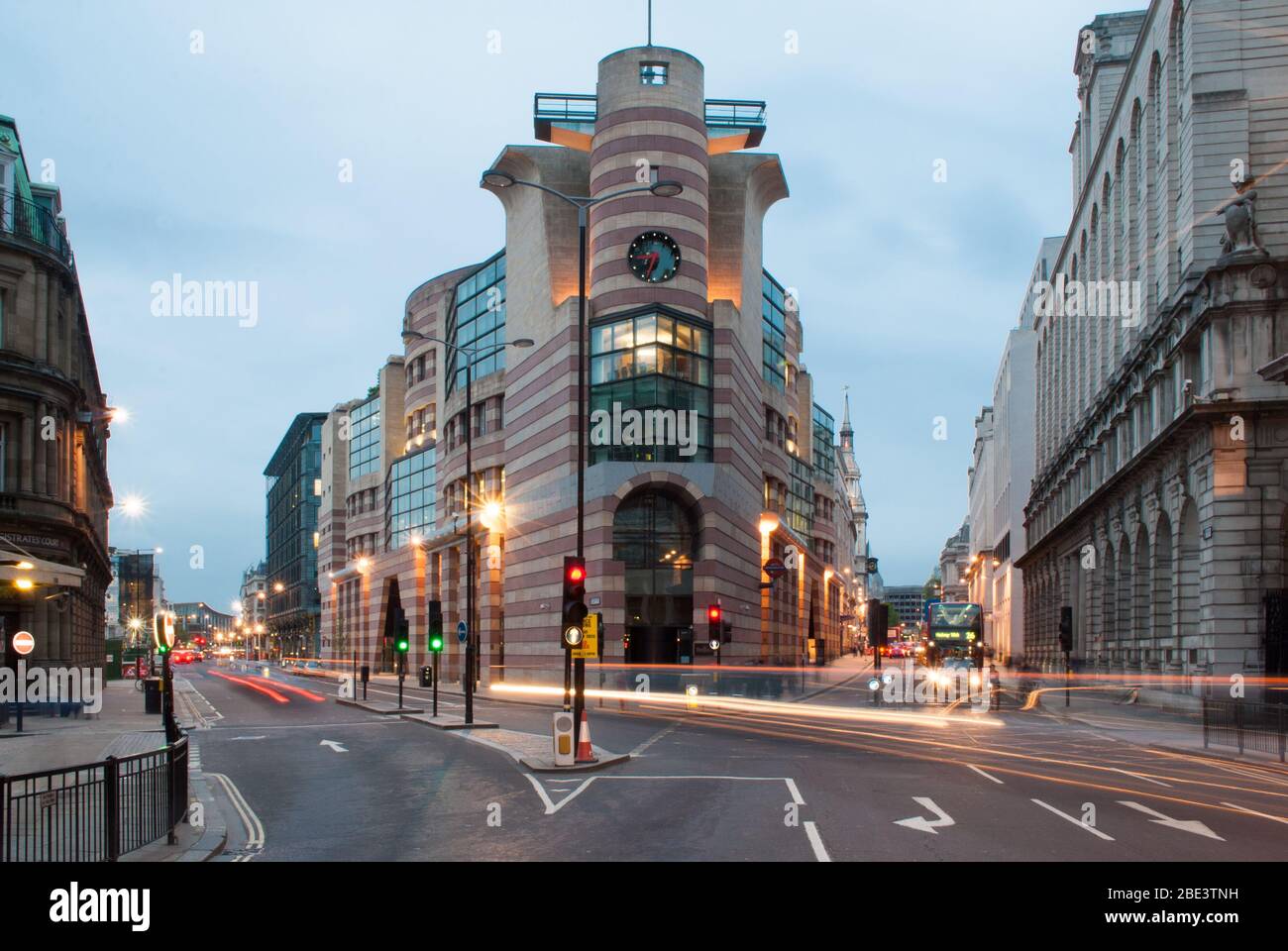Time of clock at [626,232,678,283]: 8:33
